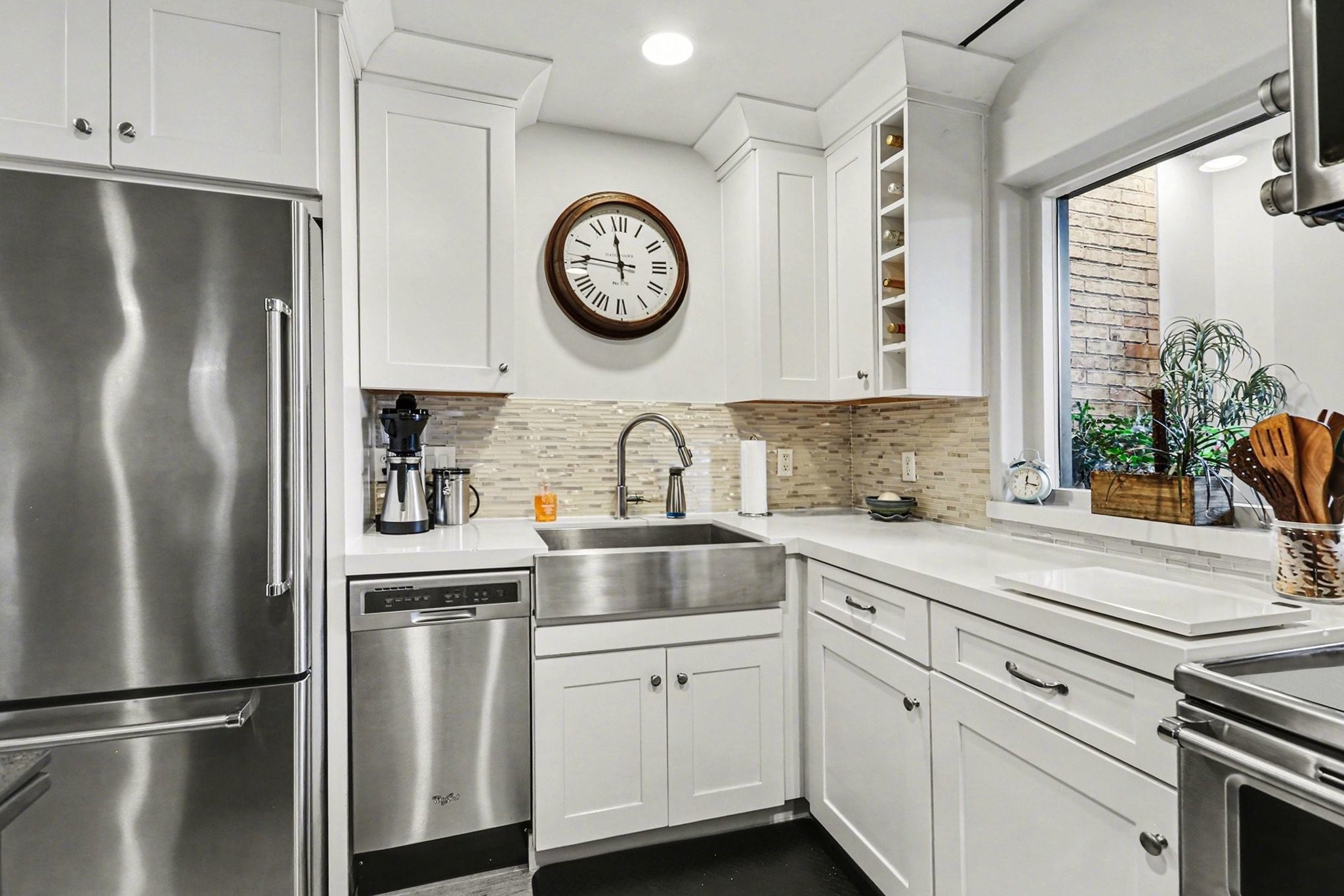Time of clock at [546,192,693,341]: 11:45
